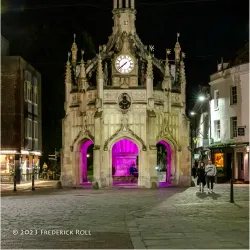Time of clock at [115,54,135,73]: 7:38
